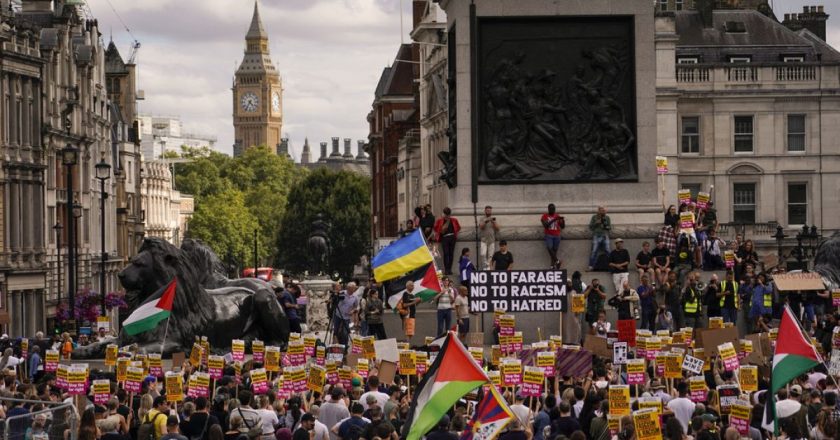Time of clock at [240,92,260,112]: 4:35
